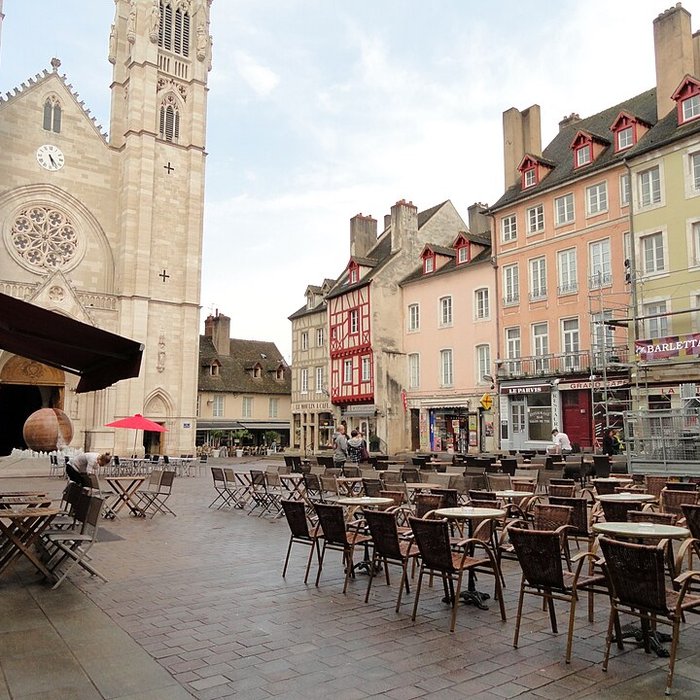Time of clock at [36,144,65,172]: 5:23
